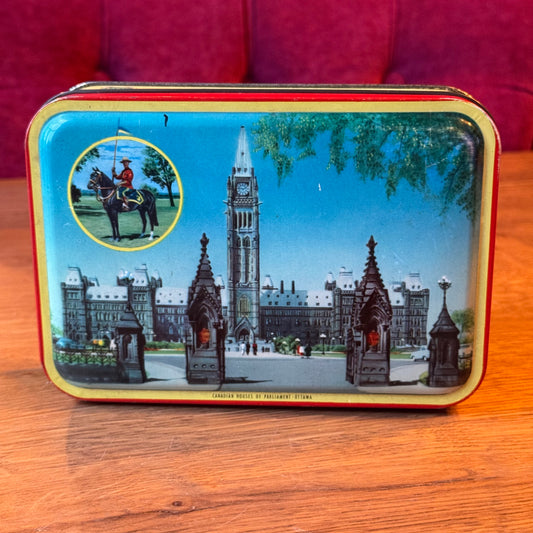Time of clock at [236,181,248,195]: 1:46
